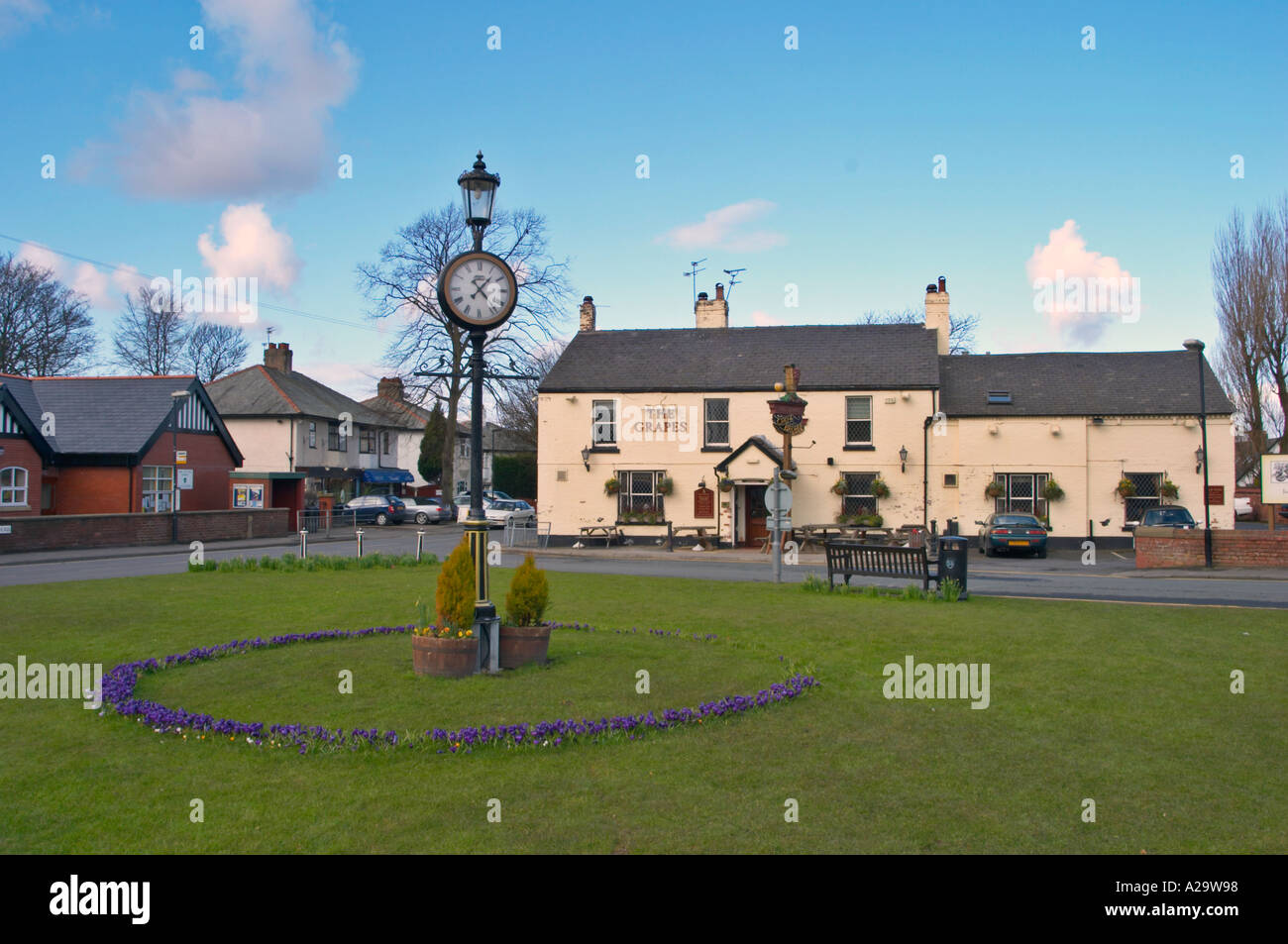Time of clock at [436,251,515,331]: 7:23
